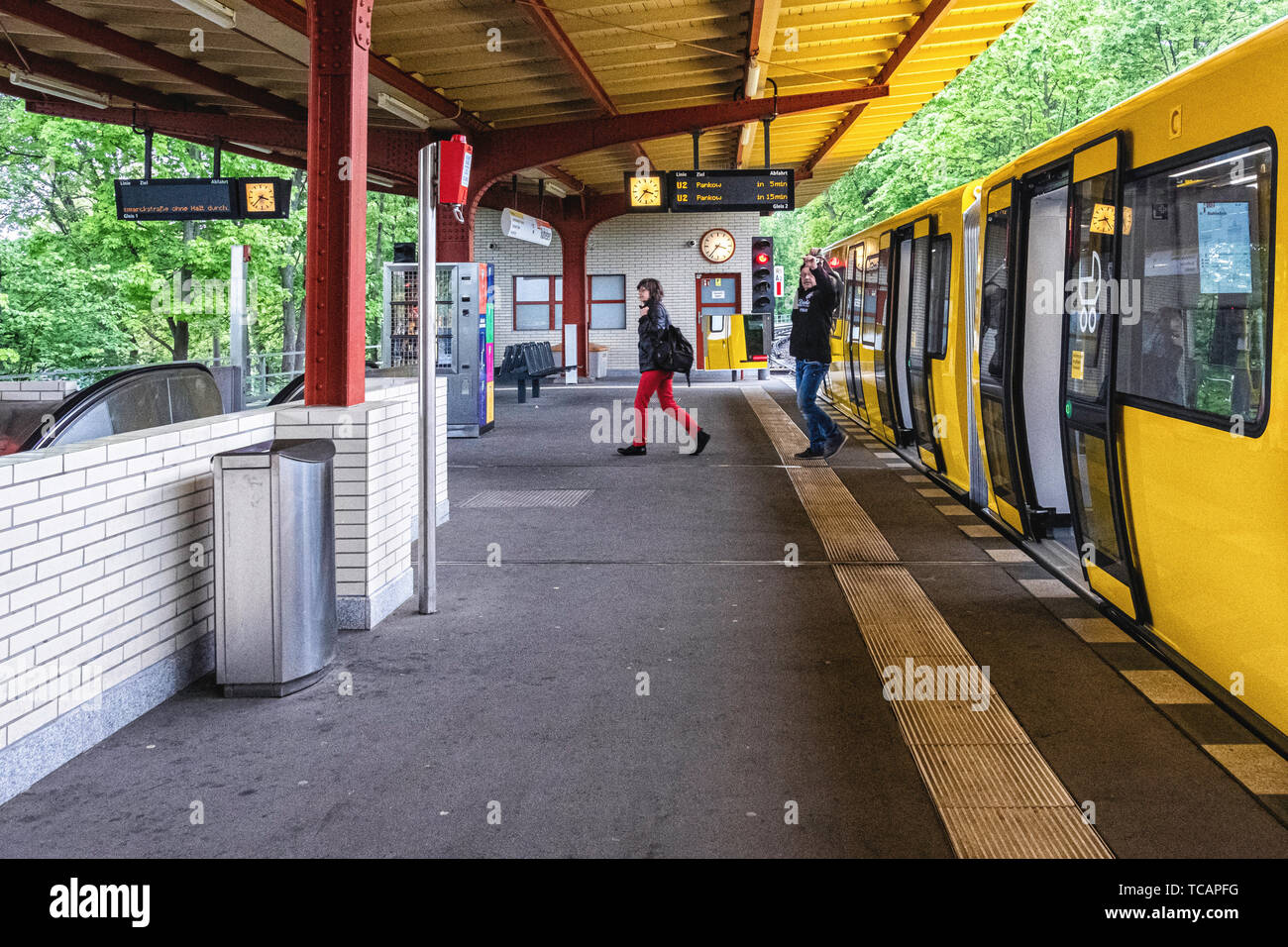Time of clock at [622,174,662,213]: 3:37
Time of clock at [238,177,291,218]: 3:37
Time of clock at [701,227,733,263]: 3:36
